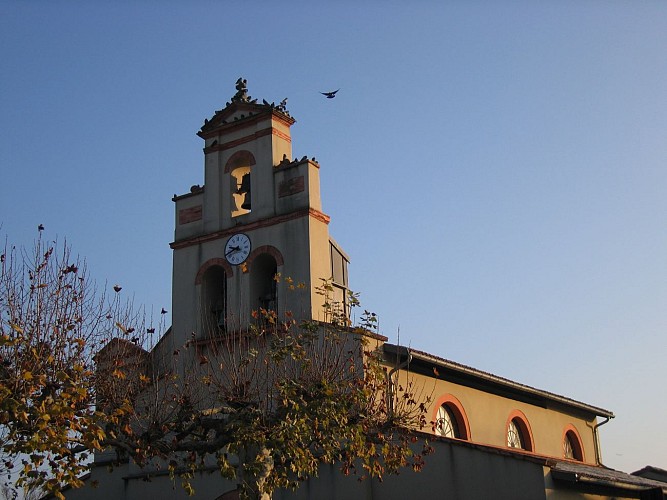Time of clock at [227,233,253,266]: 9:42
